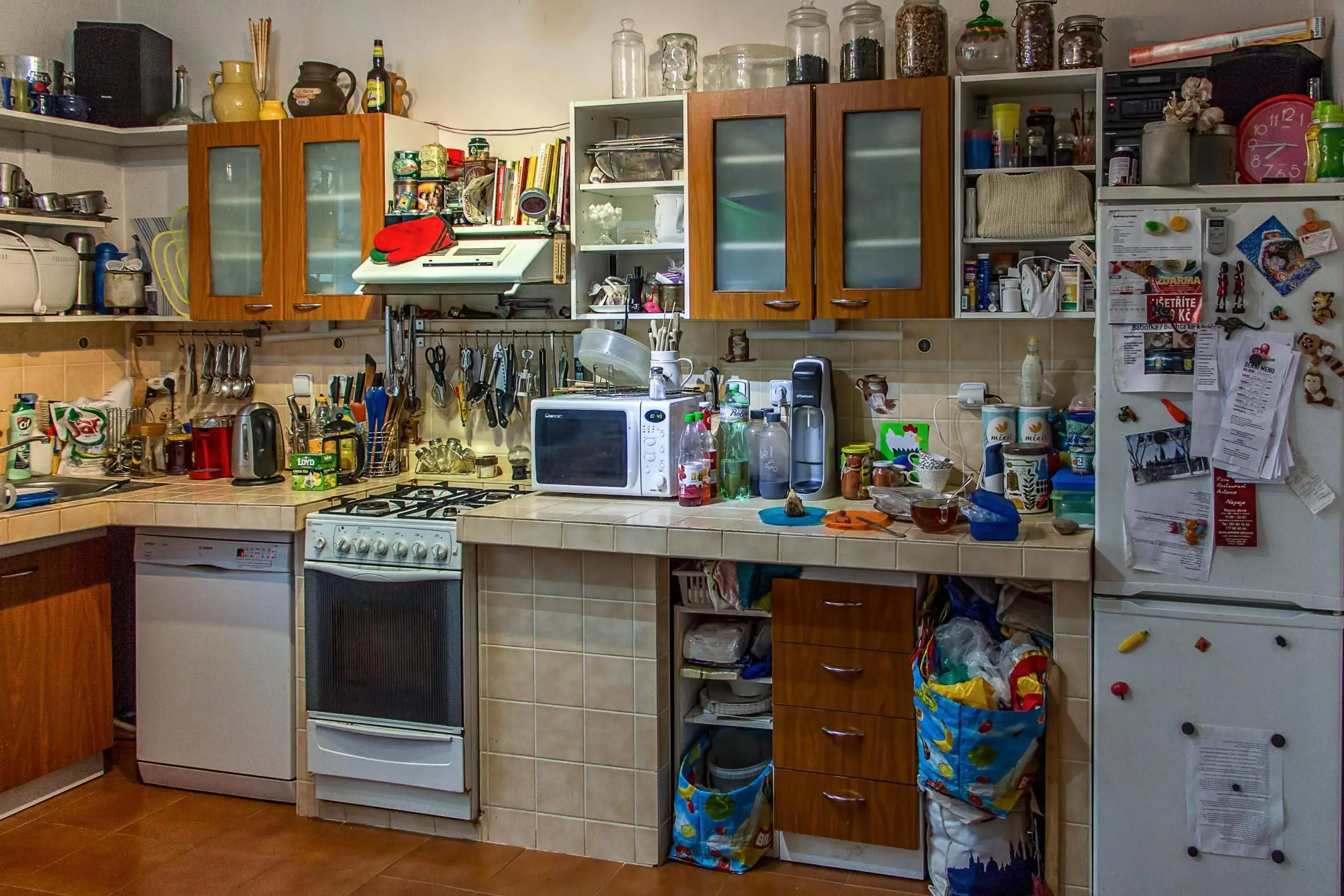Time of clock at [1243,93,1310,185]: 7:44
